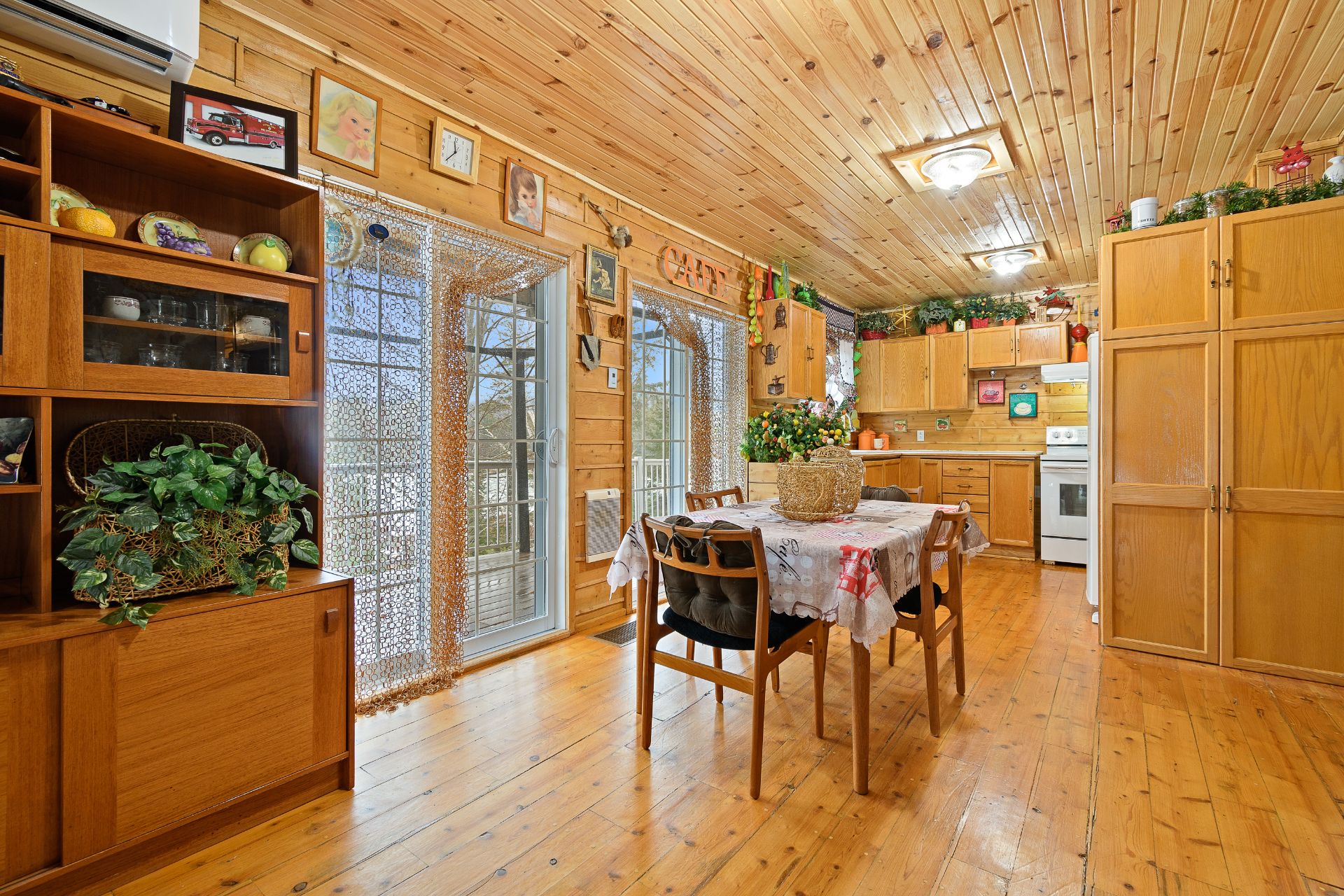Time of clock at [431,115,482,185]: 11:36
